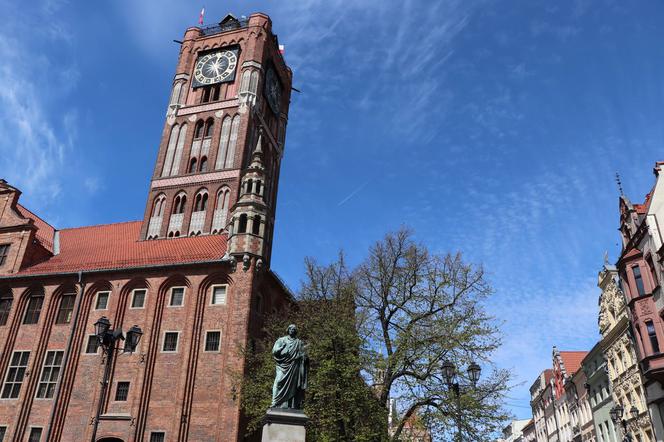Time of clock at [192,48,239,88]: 12:26
